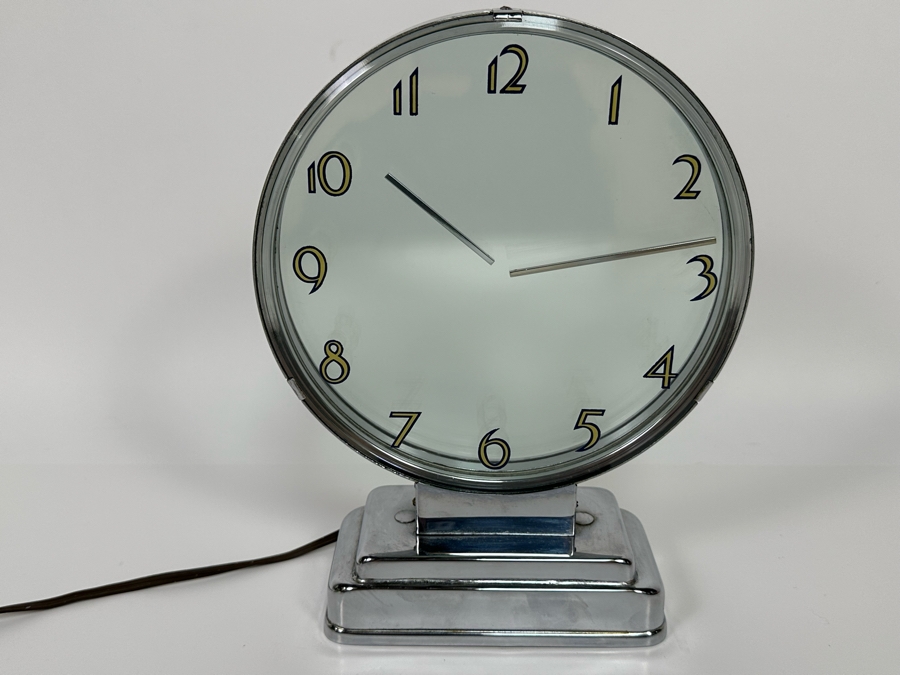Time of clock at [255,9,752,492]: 10:13
